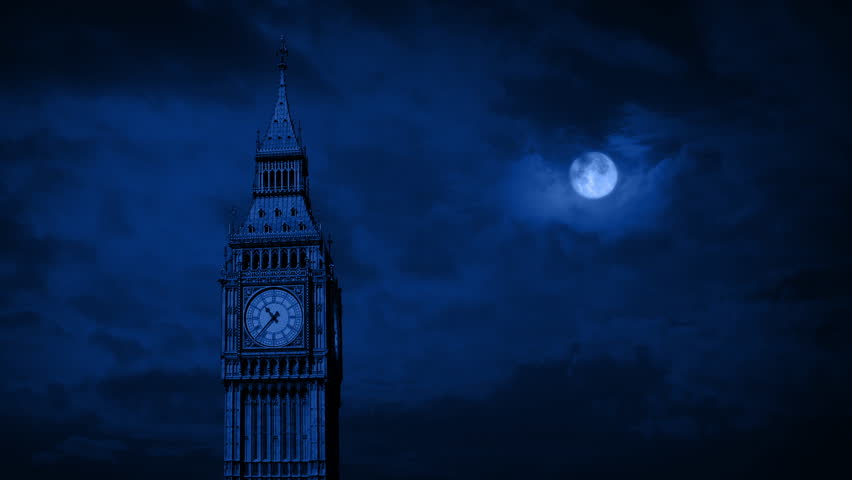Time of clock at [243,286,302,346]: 10:37
